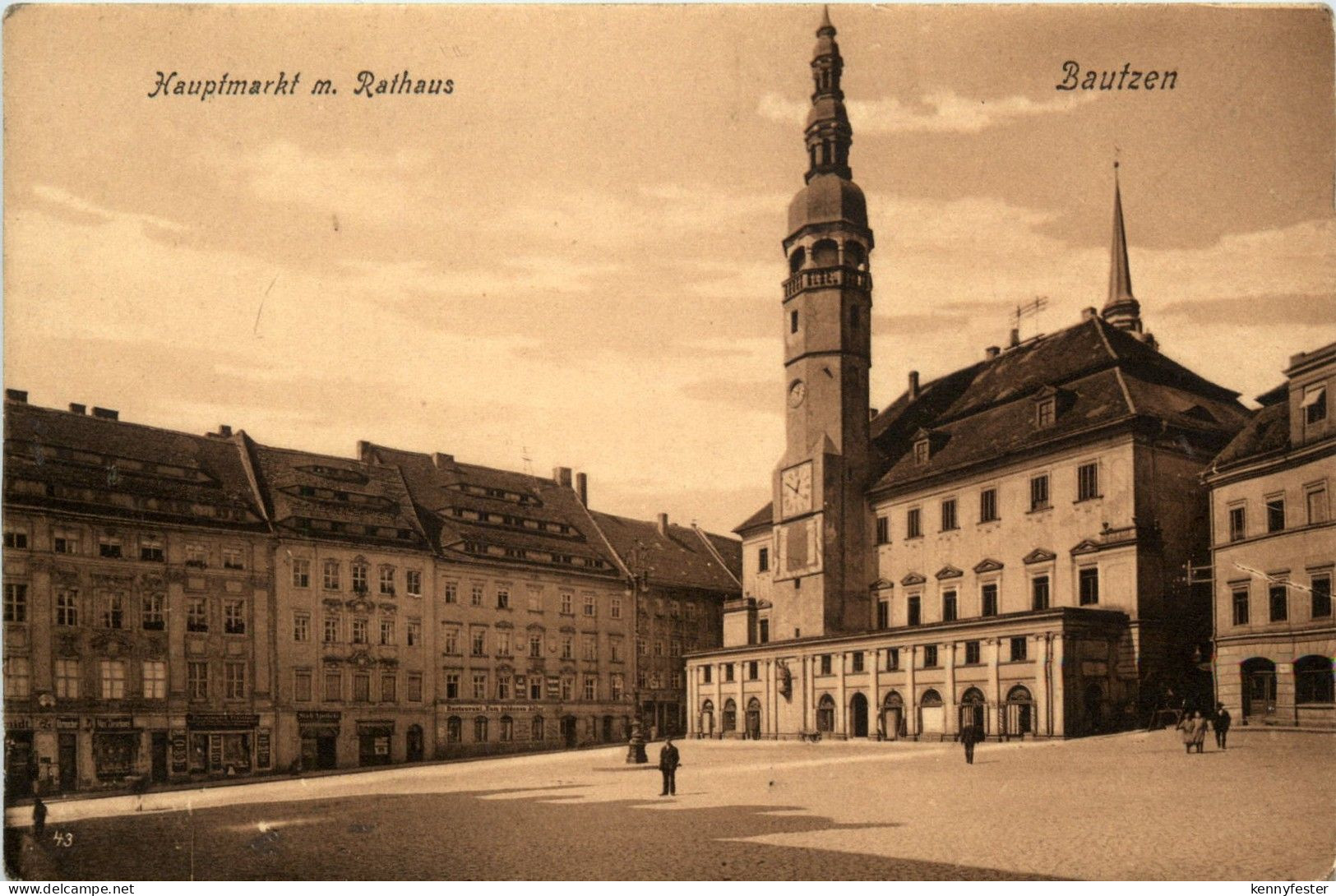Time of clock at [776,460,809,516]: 12:50
